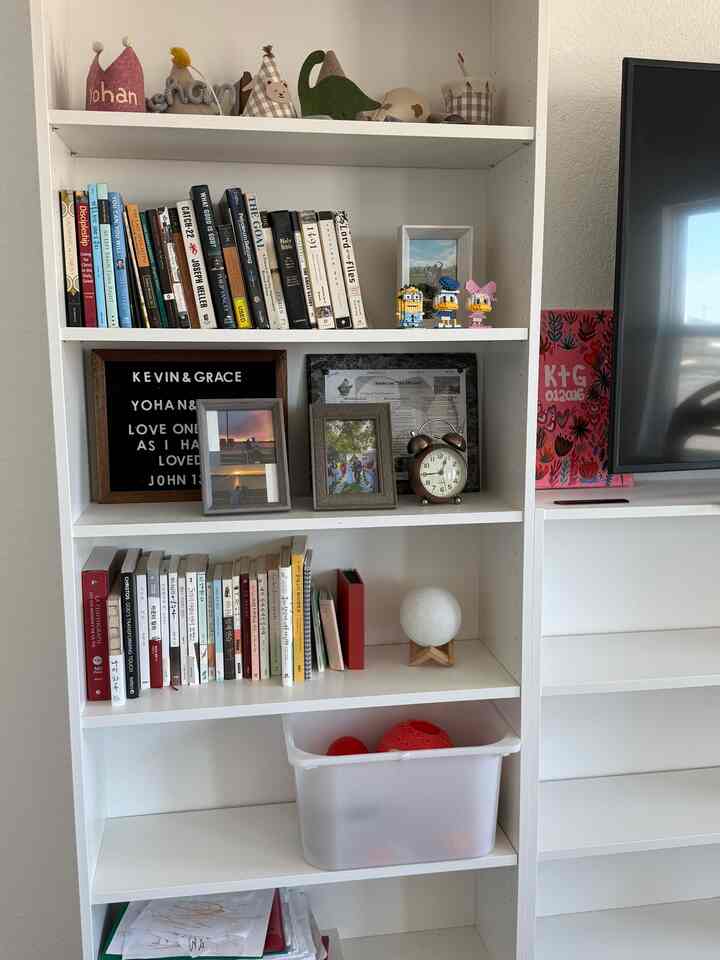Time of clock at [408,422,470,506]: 12:44
